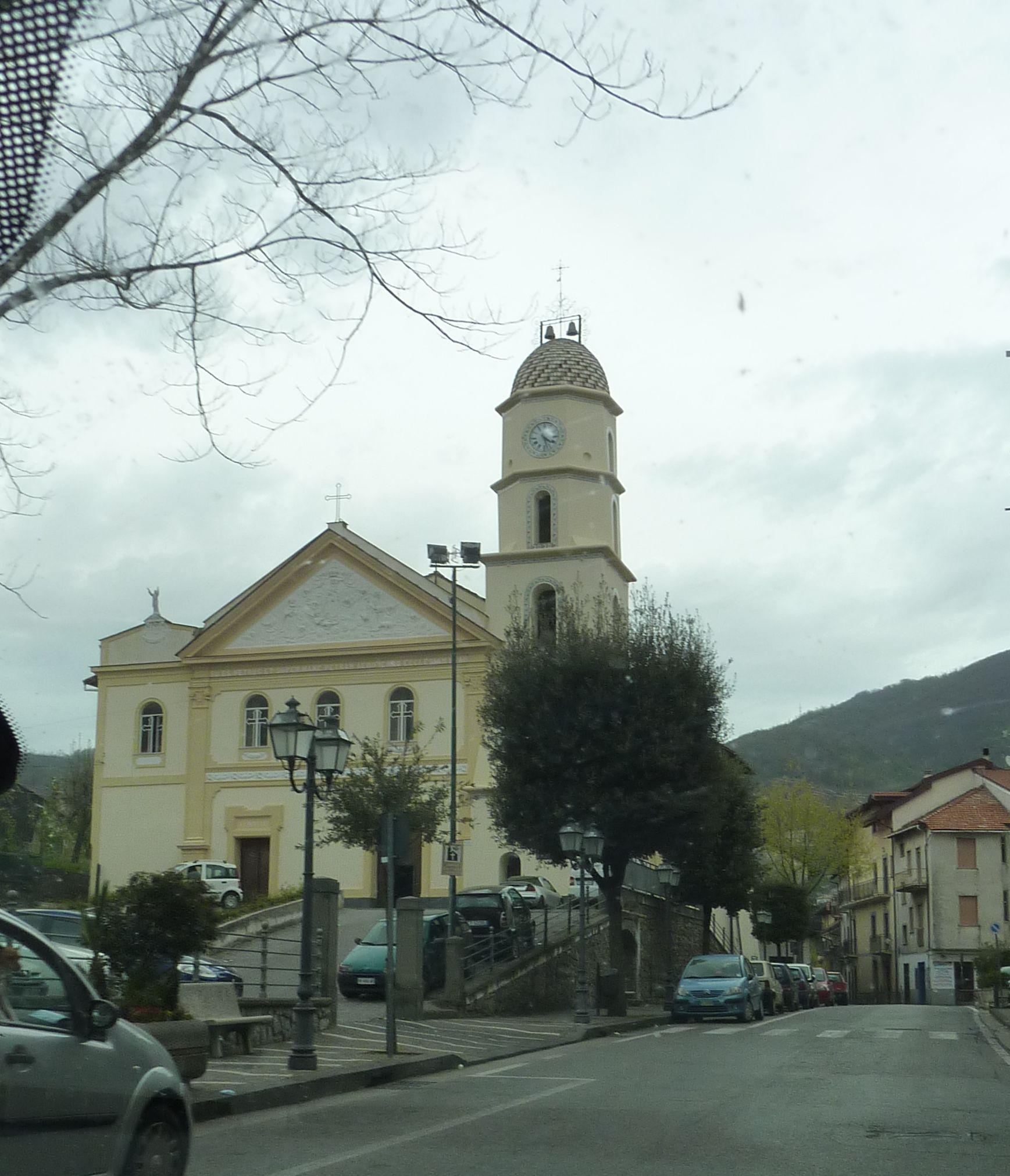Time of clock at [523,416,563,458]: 4:27
